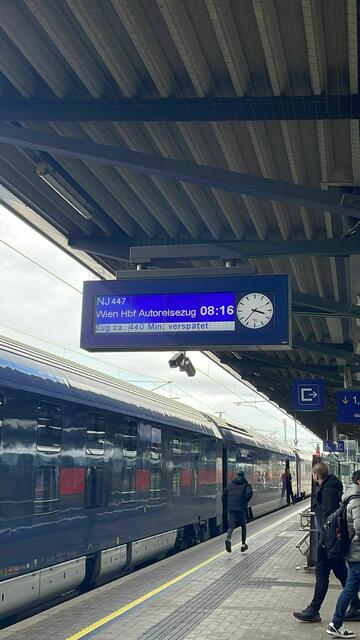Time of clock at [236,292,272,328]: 3:37
